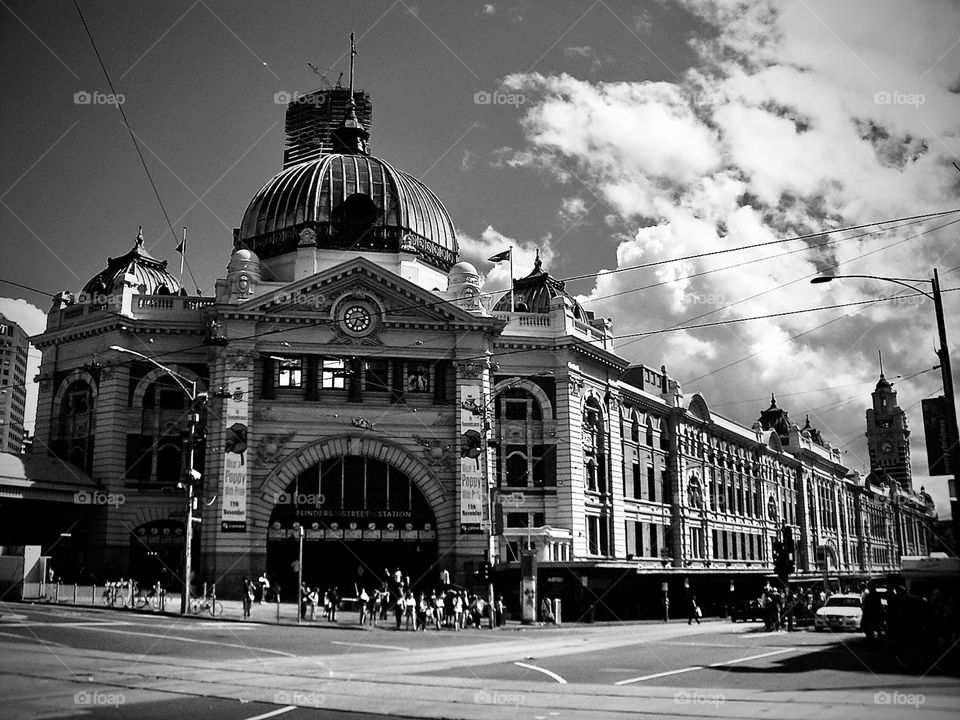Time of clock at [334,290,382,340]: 4:12
